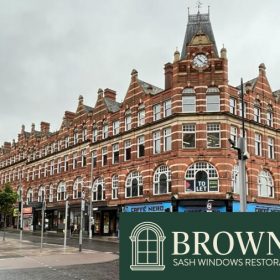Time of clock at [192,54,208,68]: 10:22
